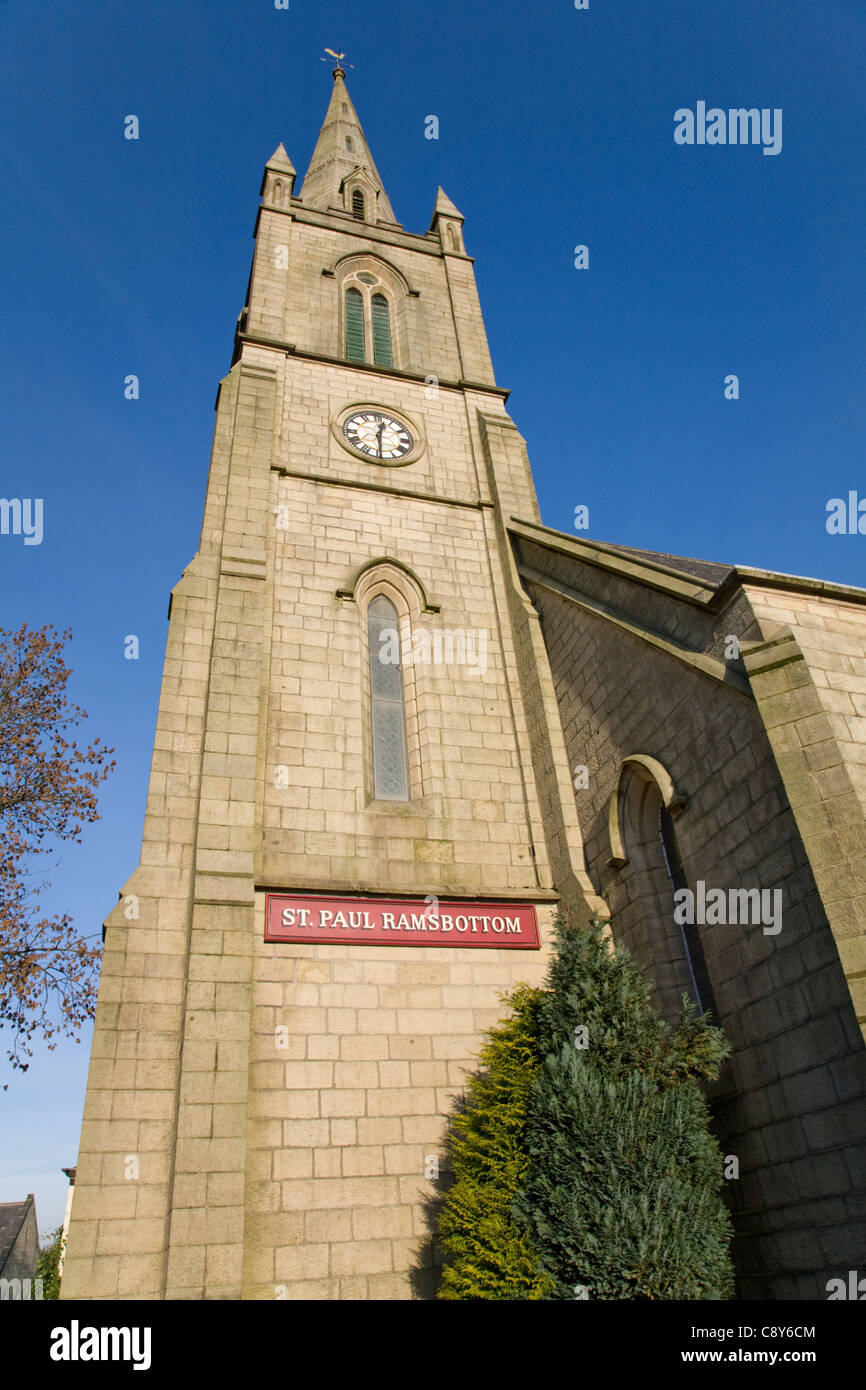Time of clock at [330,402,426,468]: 12:29
